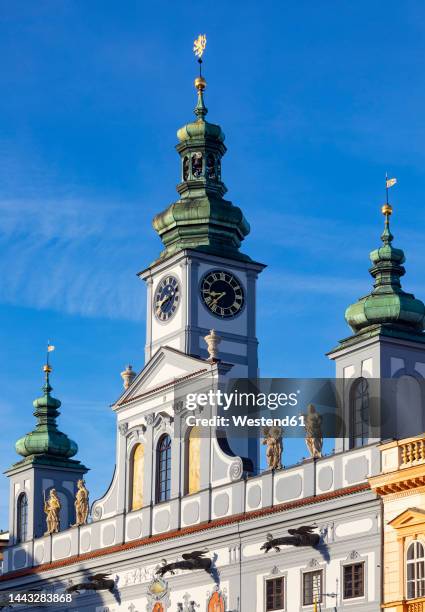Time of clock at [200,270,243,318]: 8:37
